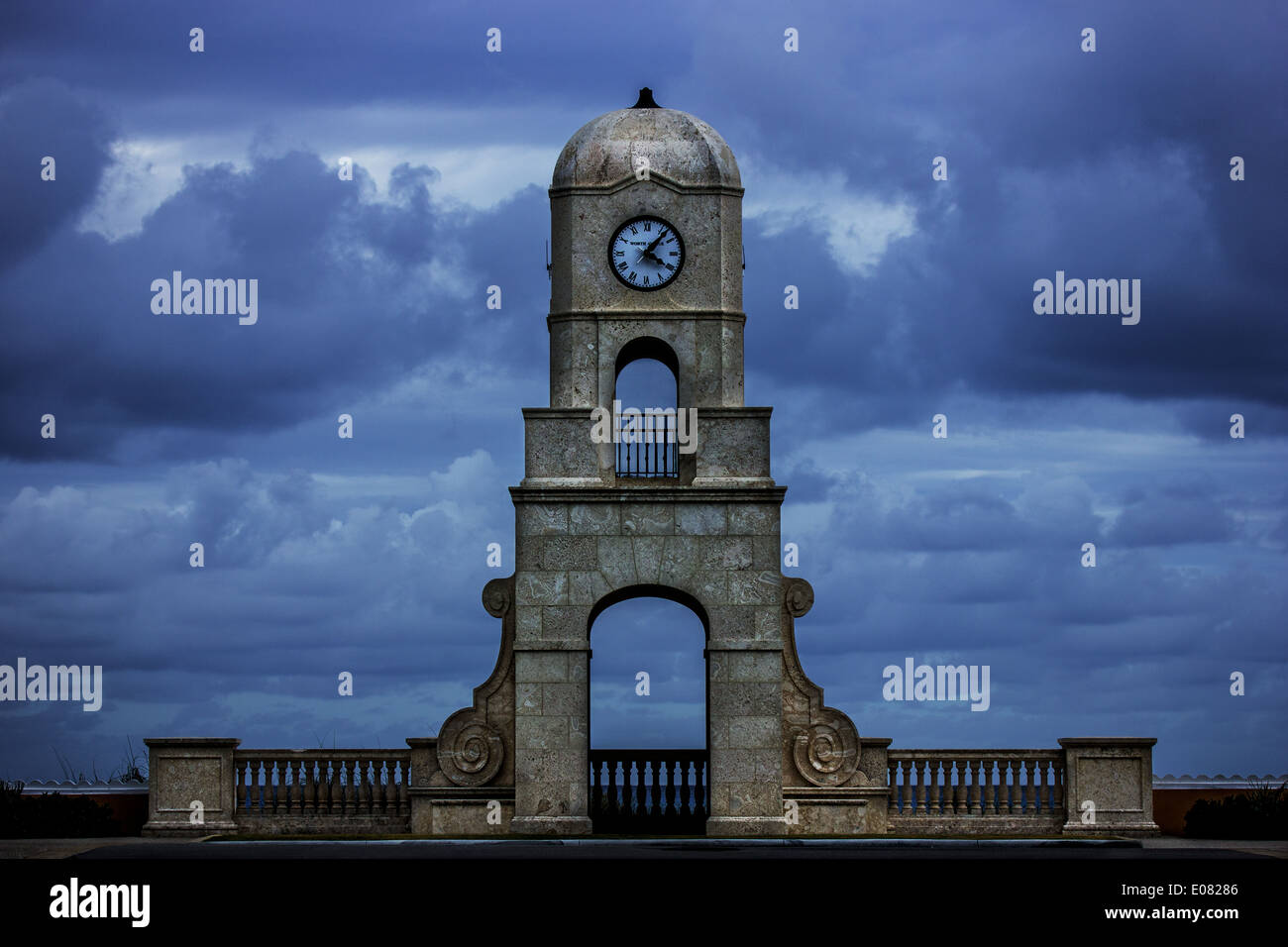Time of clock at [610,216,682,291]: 4:06
